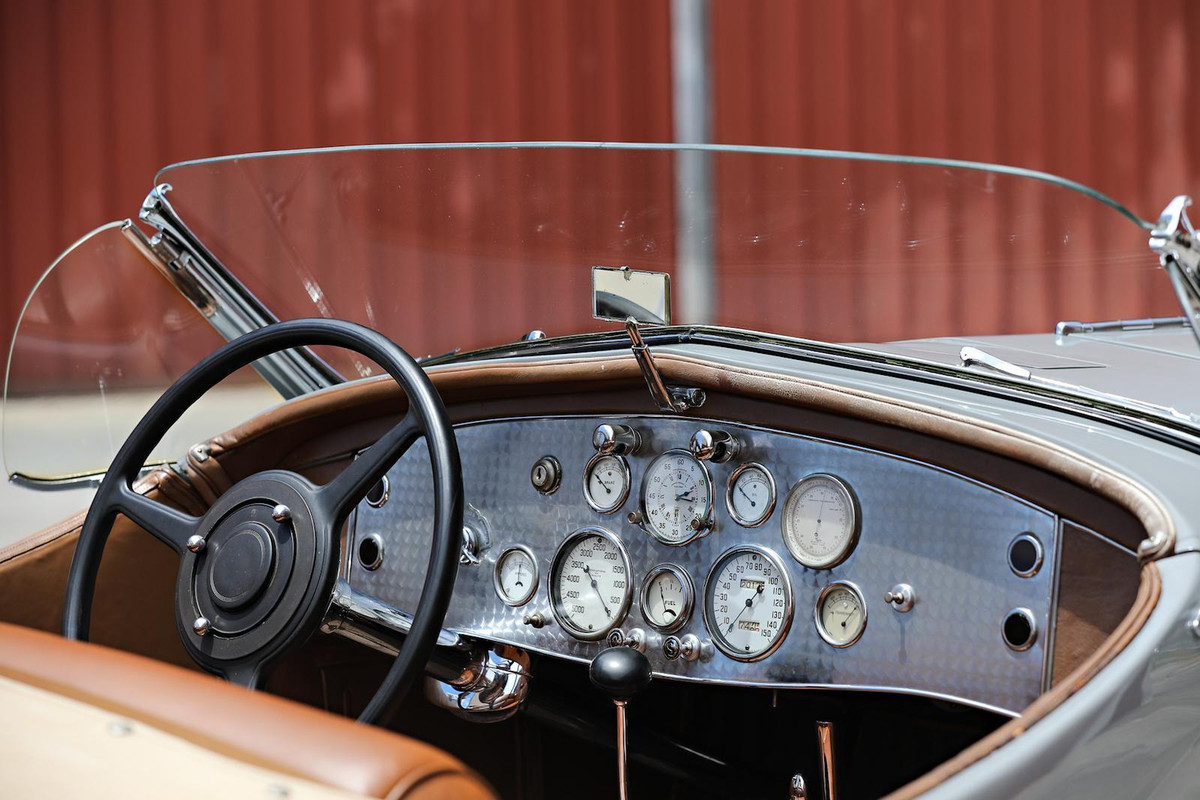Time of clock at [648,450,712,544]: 2:16
